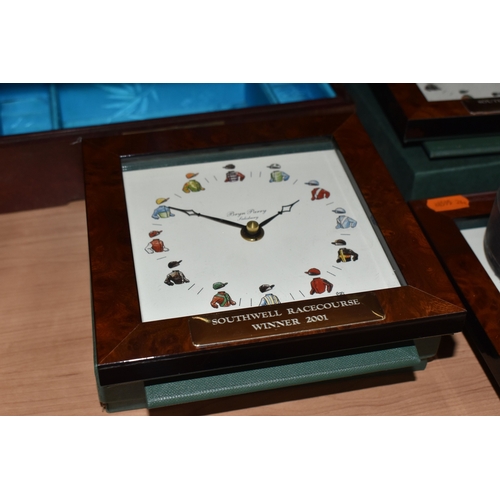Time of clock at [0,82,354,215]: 1:50
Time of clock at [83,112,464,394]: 1:50
